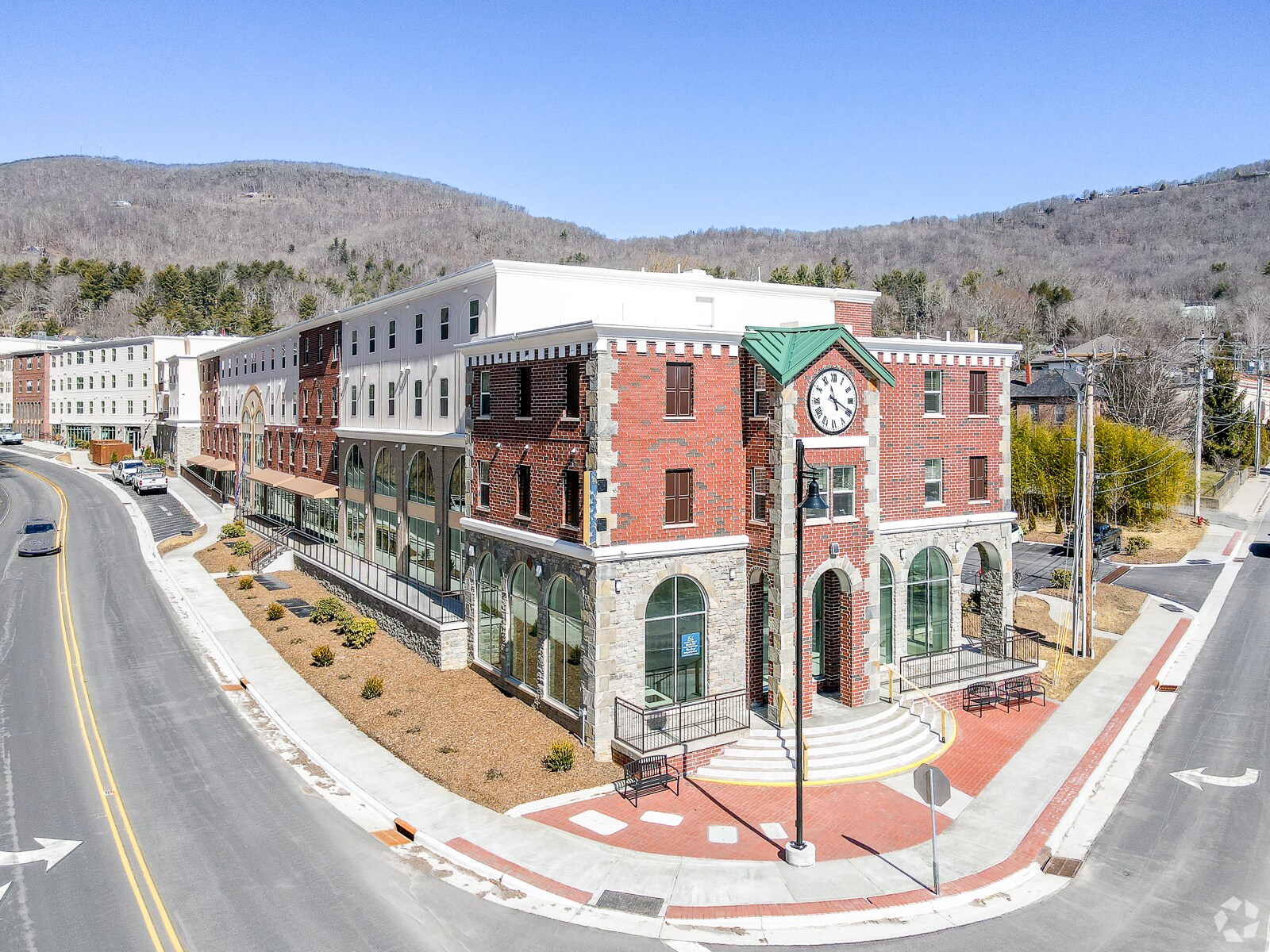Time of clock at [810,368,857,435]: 5:19
